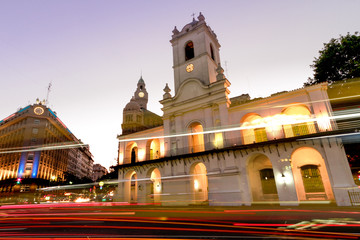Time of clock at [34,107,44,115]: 8:27
